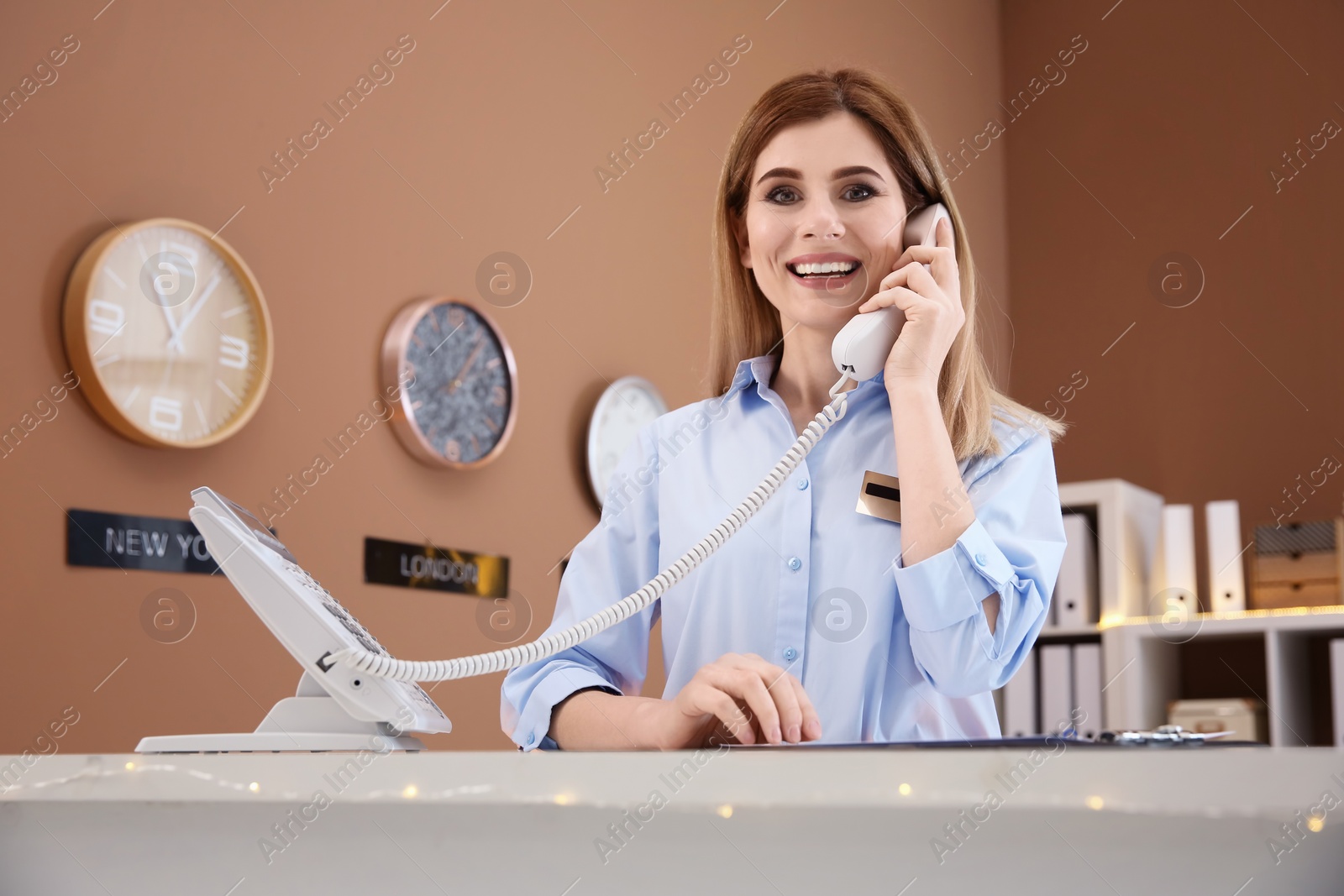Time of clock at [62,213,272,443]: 11:06
